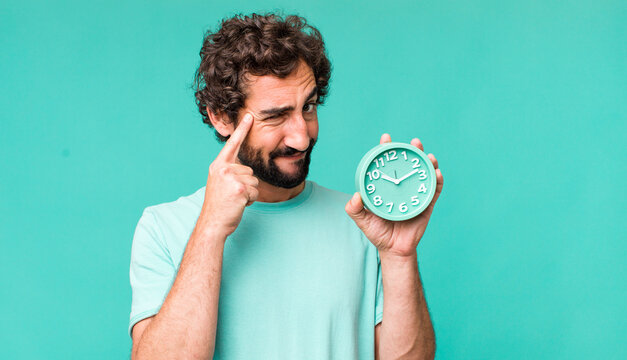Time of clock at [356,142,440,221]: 10:12
